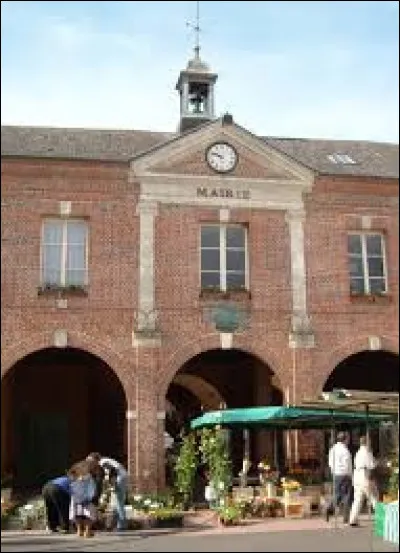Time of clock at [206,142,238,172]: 9:47
